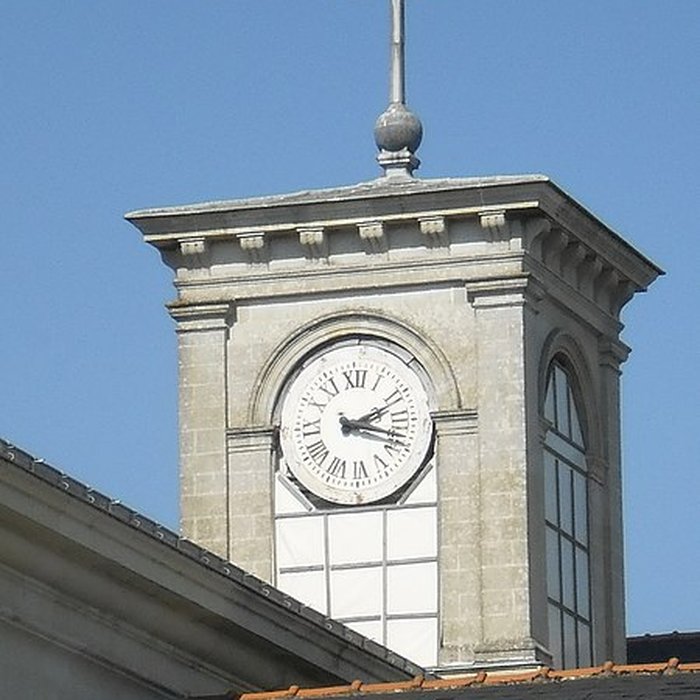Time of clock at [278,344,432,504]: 2:18
